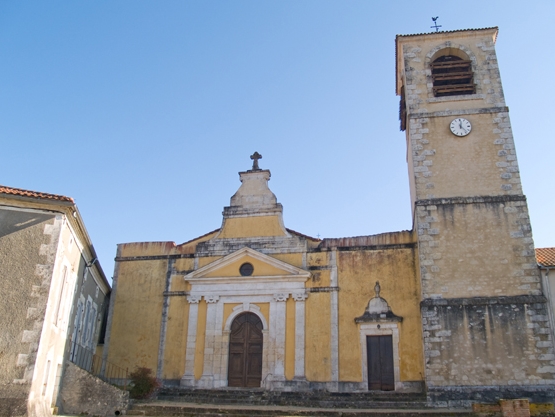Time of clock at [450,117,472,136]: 12:23
